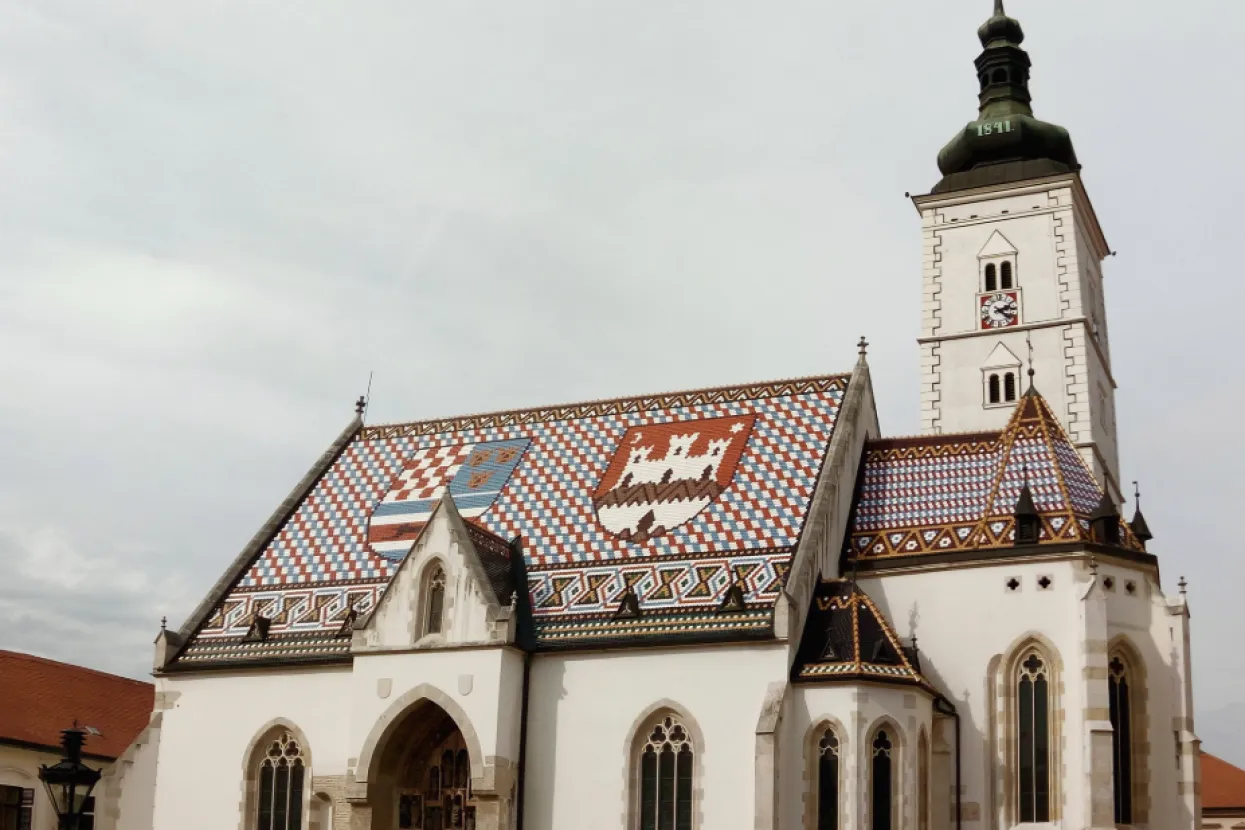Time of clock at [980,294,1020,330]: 2:21
